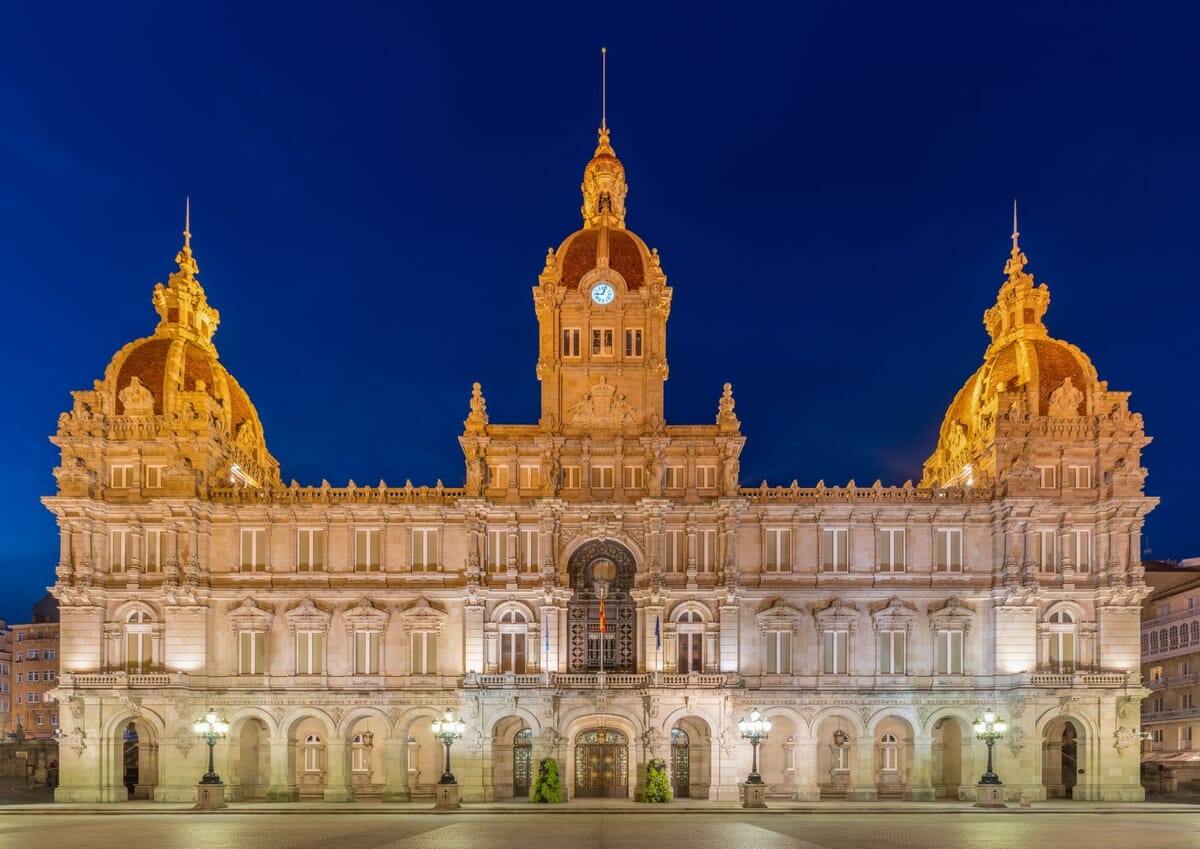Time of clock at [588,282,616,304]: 9:03
